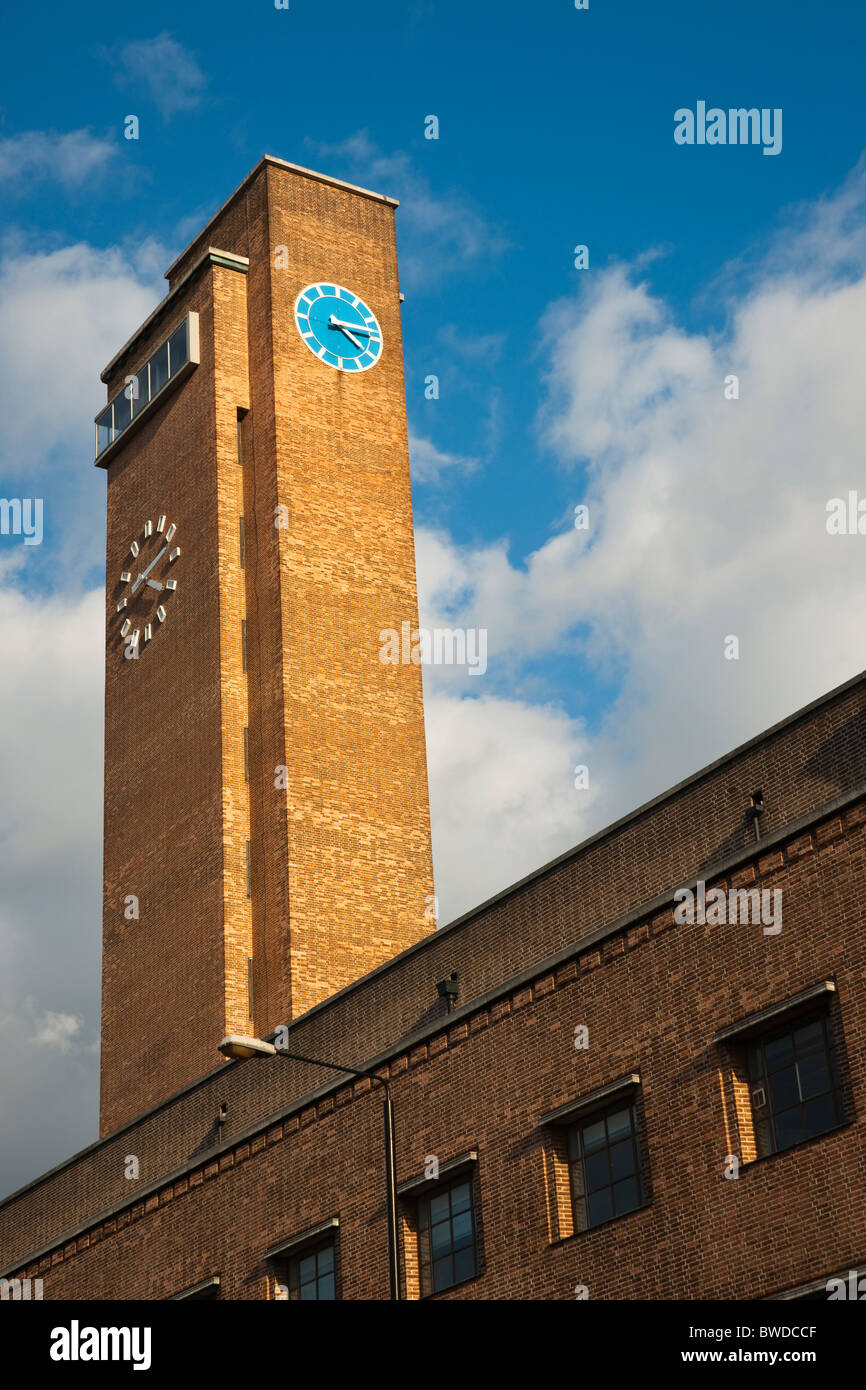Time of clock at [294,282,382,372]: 4:14
